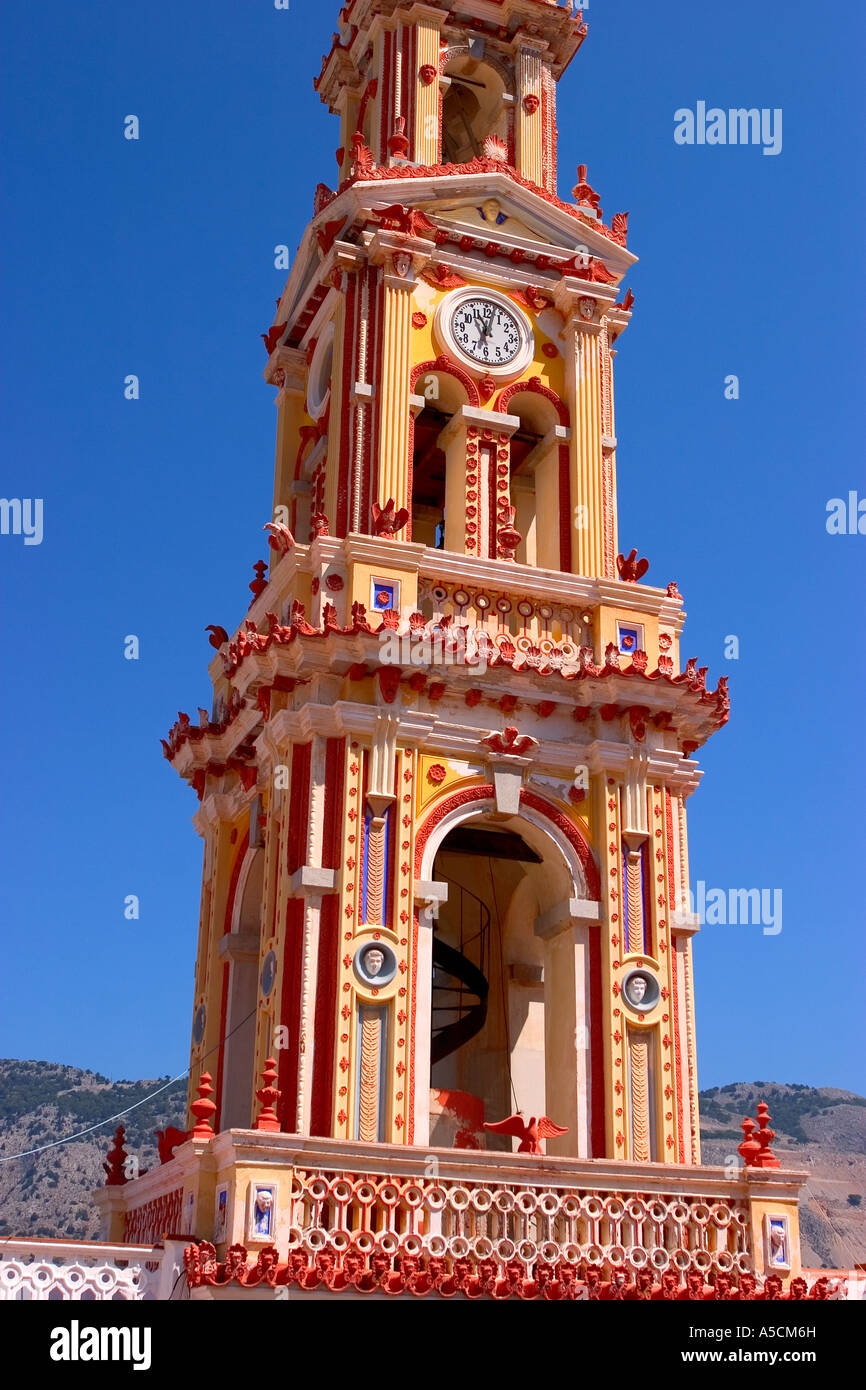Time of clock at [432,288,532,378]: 11:02
